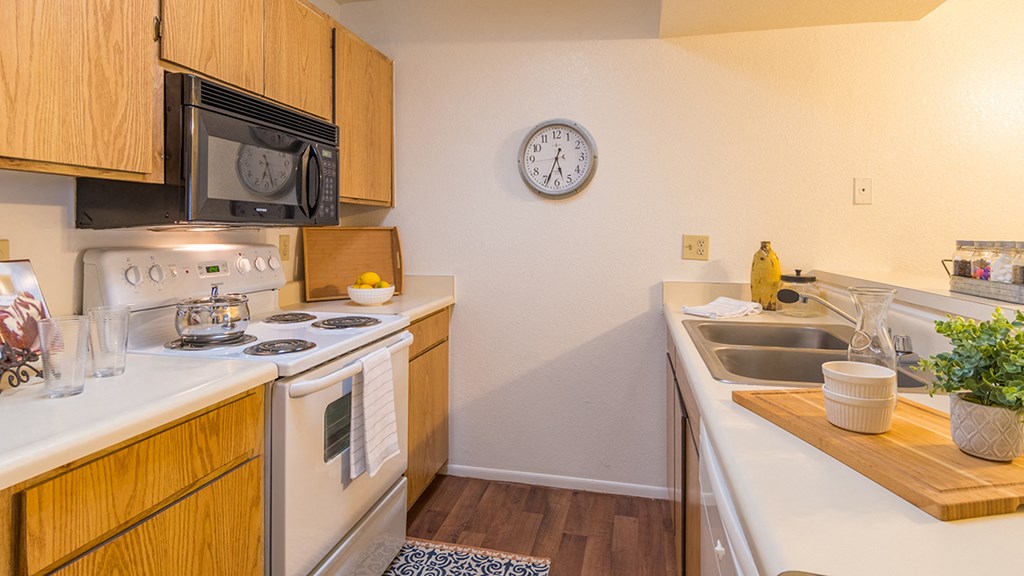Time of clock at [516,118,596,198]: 5:33
